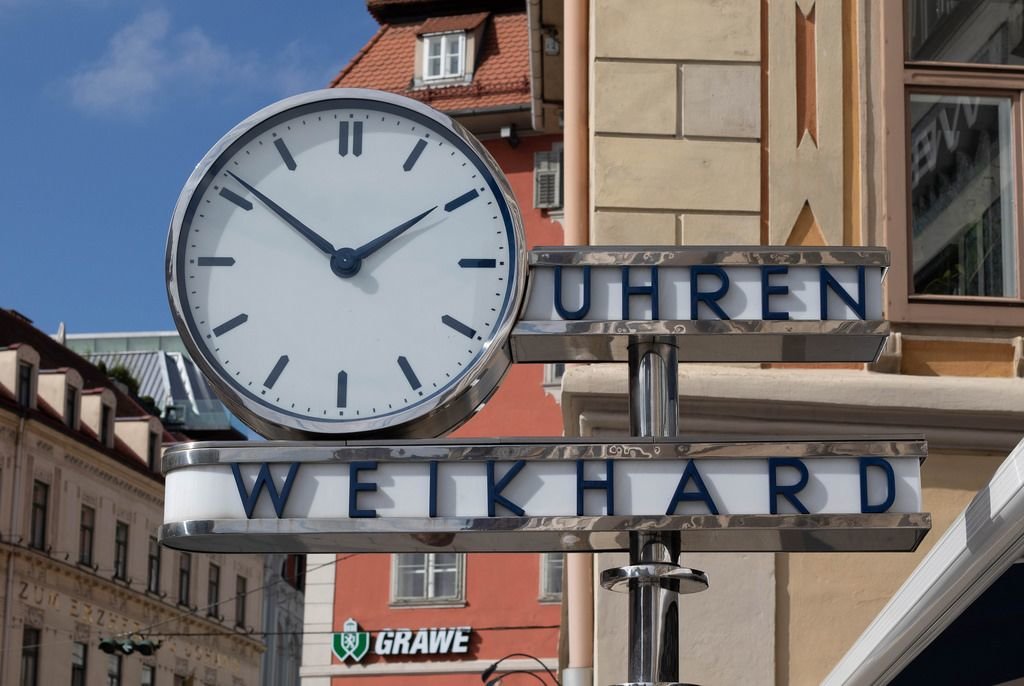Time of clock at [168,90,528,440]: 1:51
